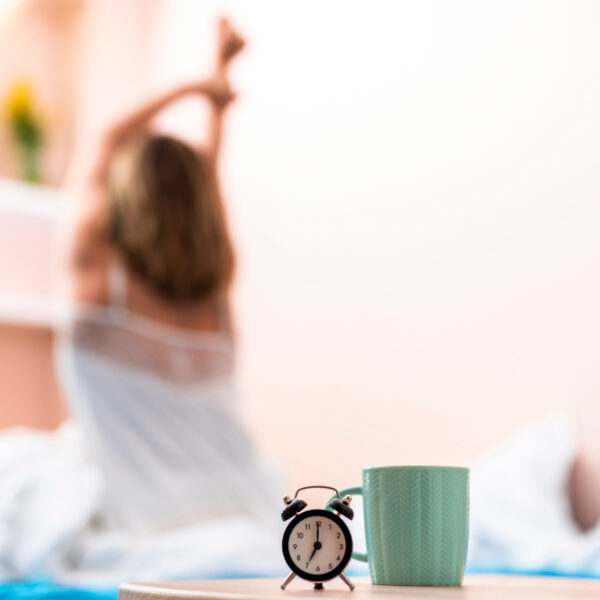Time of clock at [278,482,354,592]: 7:00
